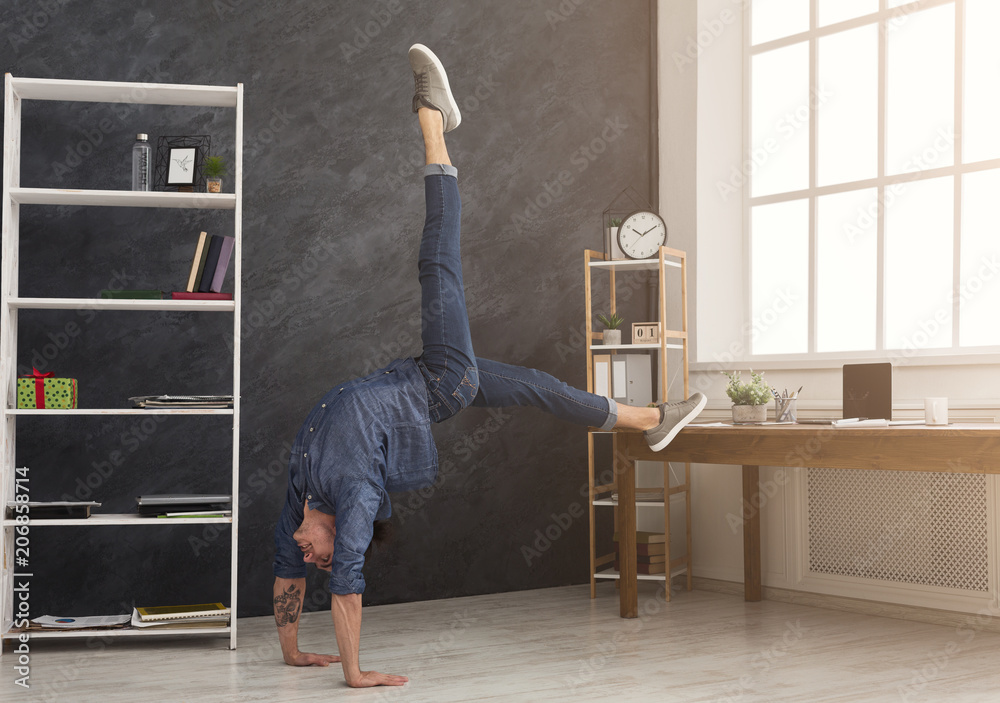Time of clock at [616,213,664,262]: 10:09
